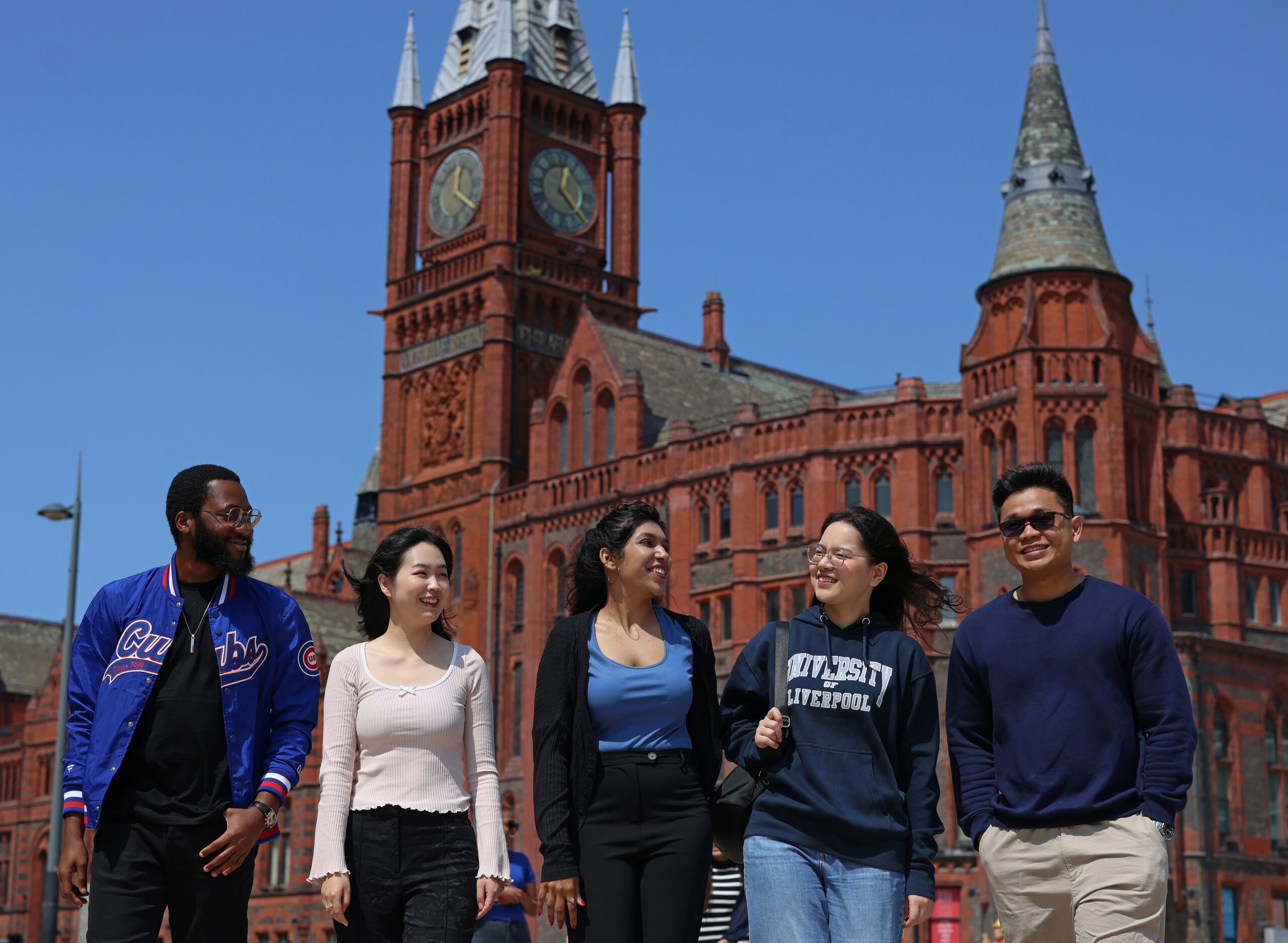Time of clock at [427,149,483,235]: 12:21
